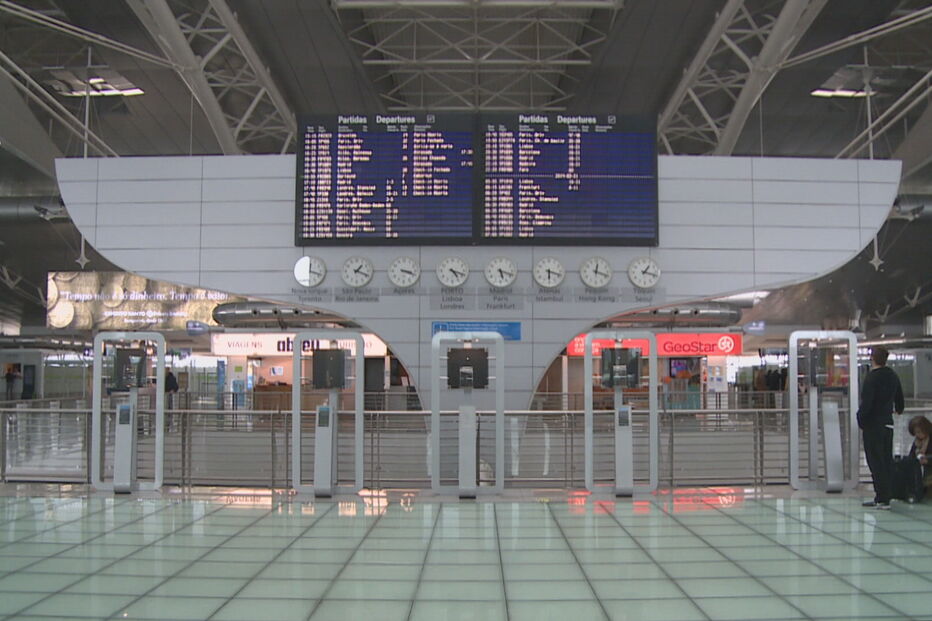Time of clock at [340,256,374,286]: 1:18
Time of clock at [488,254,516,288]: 5:18
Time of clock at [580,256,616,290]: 12:18
